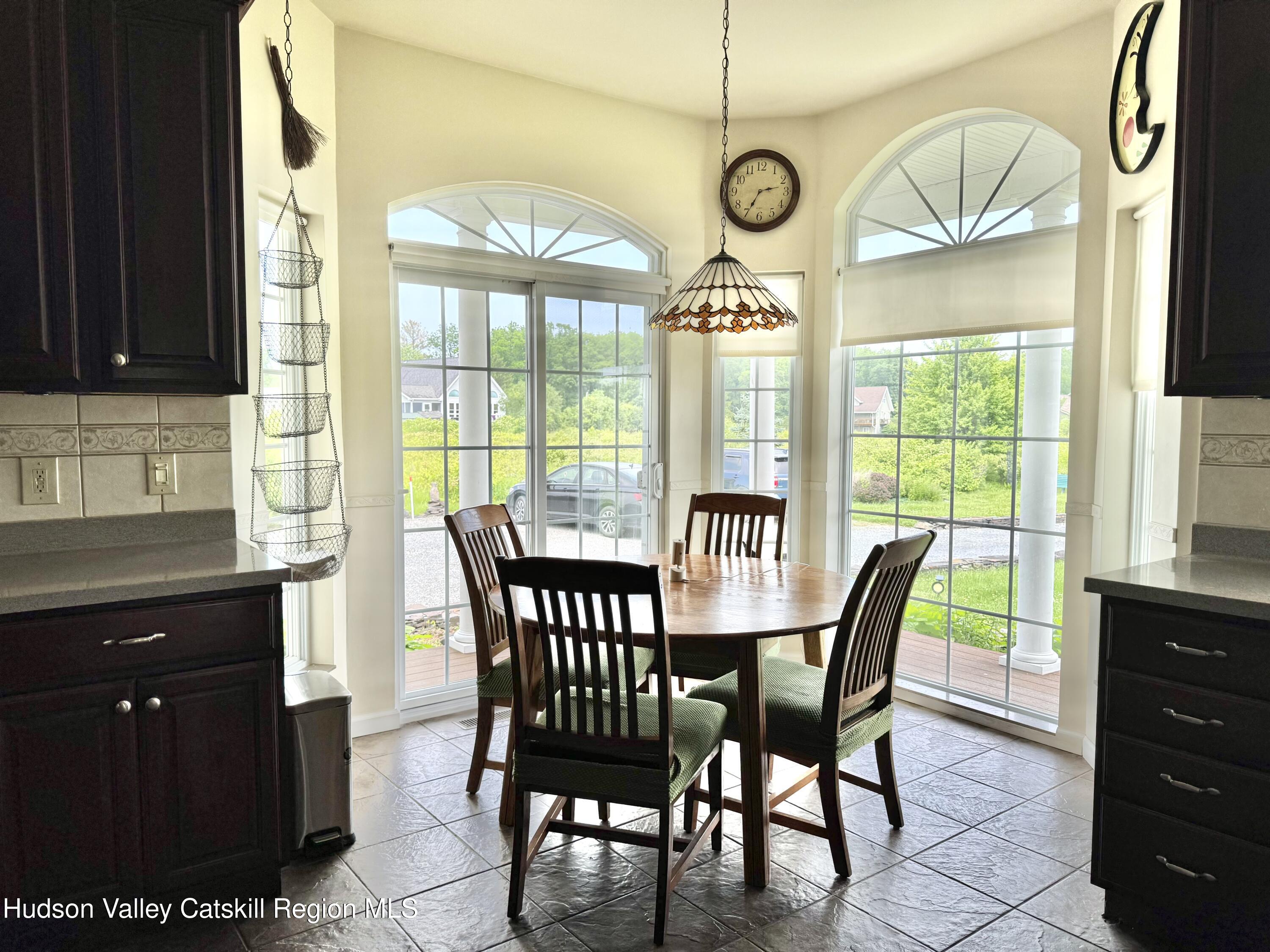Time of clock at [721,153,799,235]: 2:34
